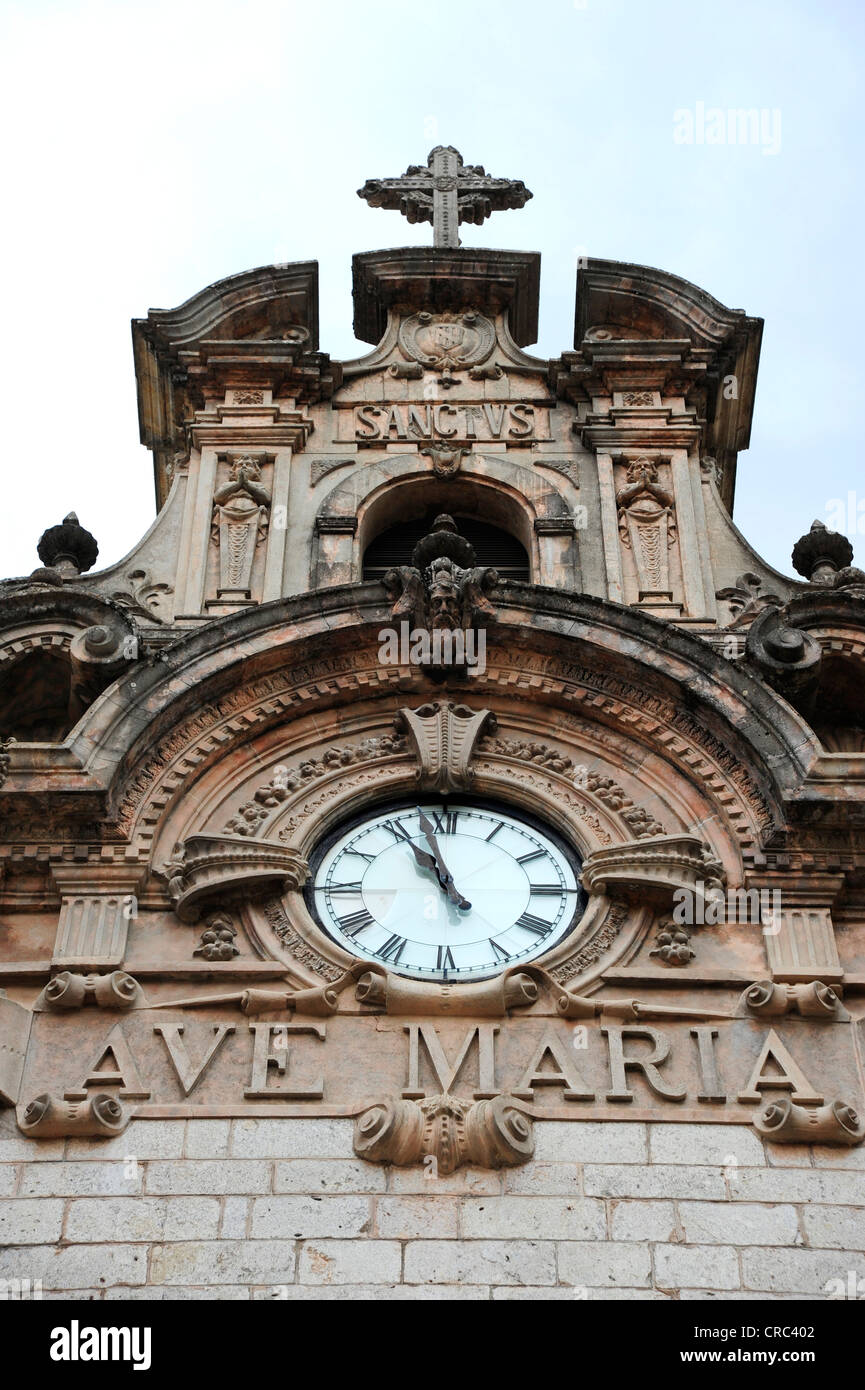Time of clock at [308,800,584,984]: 10:57
